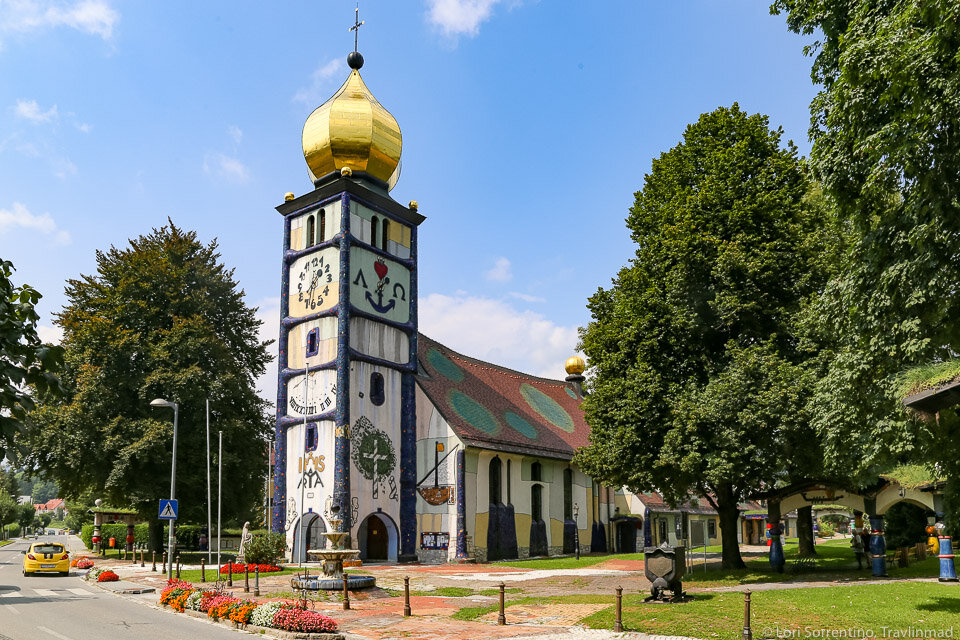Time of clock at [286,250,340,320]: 1:32
